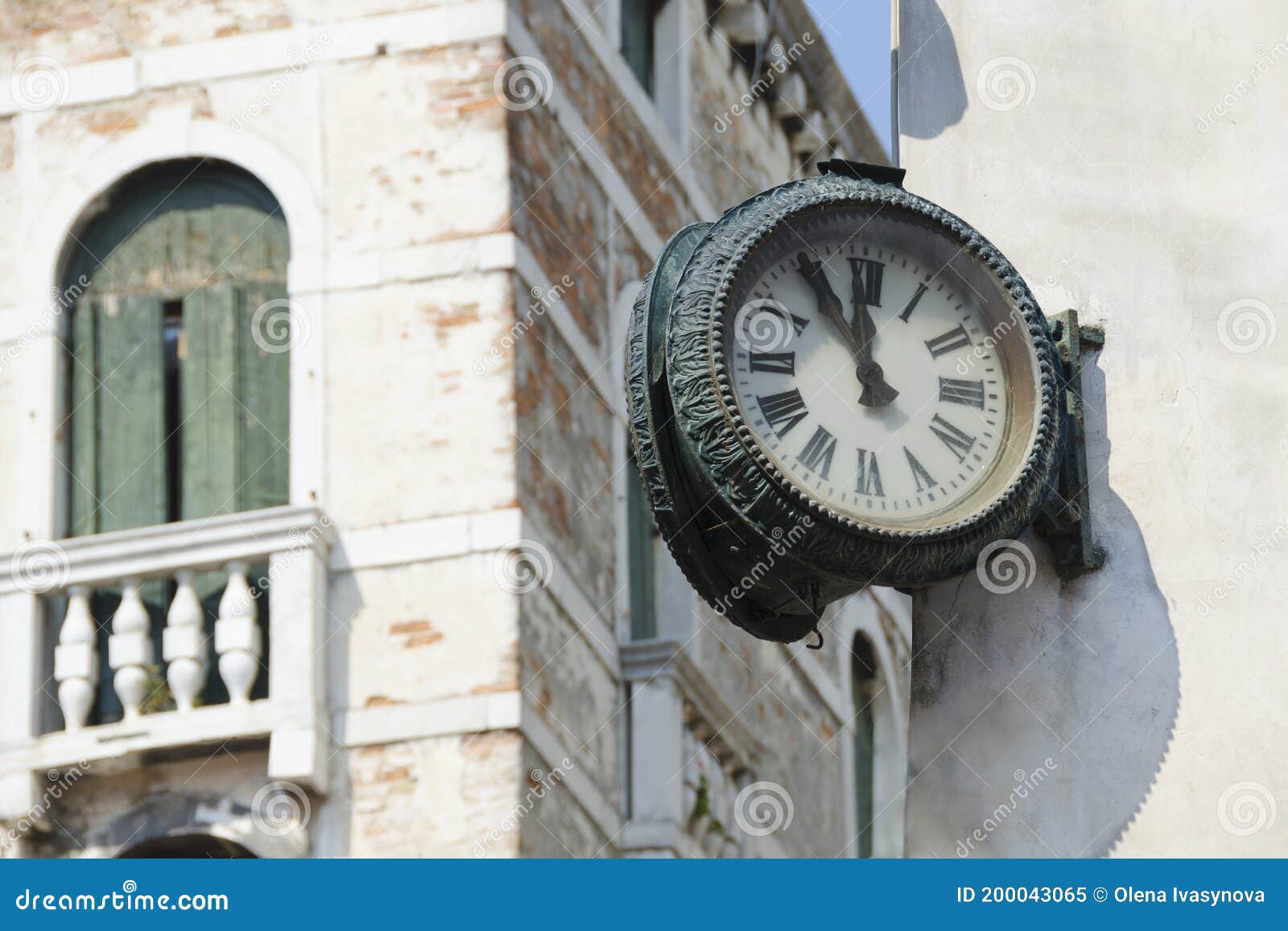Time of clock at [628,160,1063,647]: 11:55
